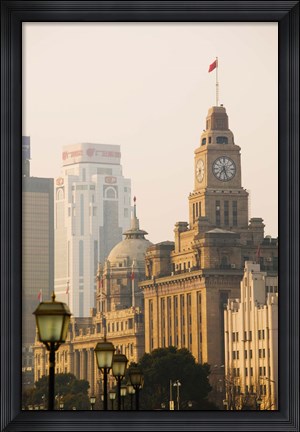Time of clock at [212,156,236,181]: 7:27
